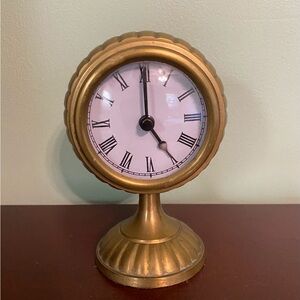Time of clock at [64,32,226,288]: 5:00
